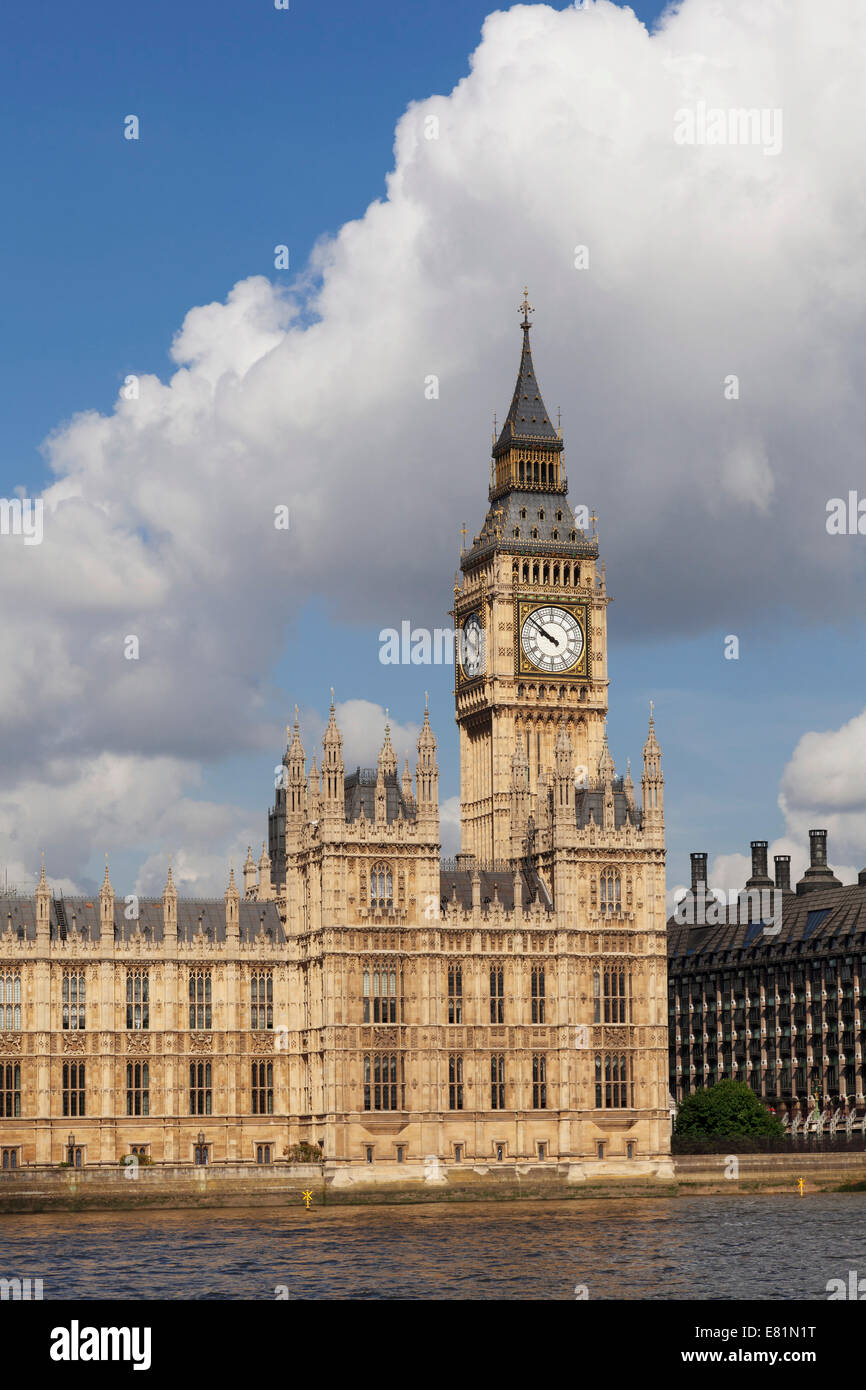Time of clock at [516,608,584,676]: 9:51
